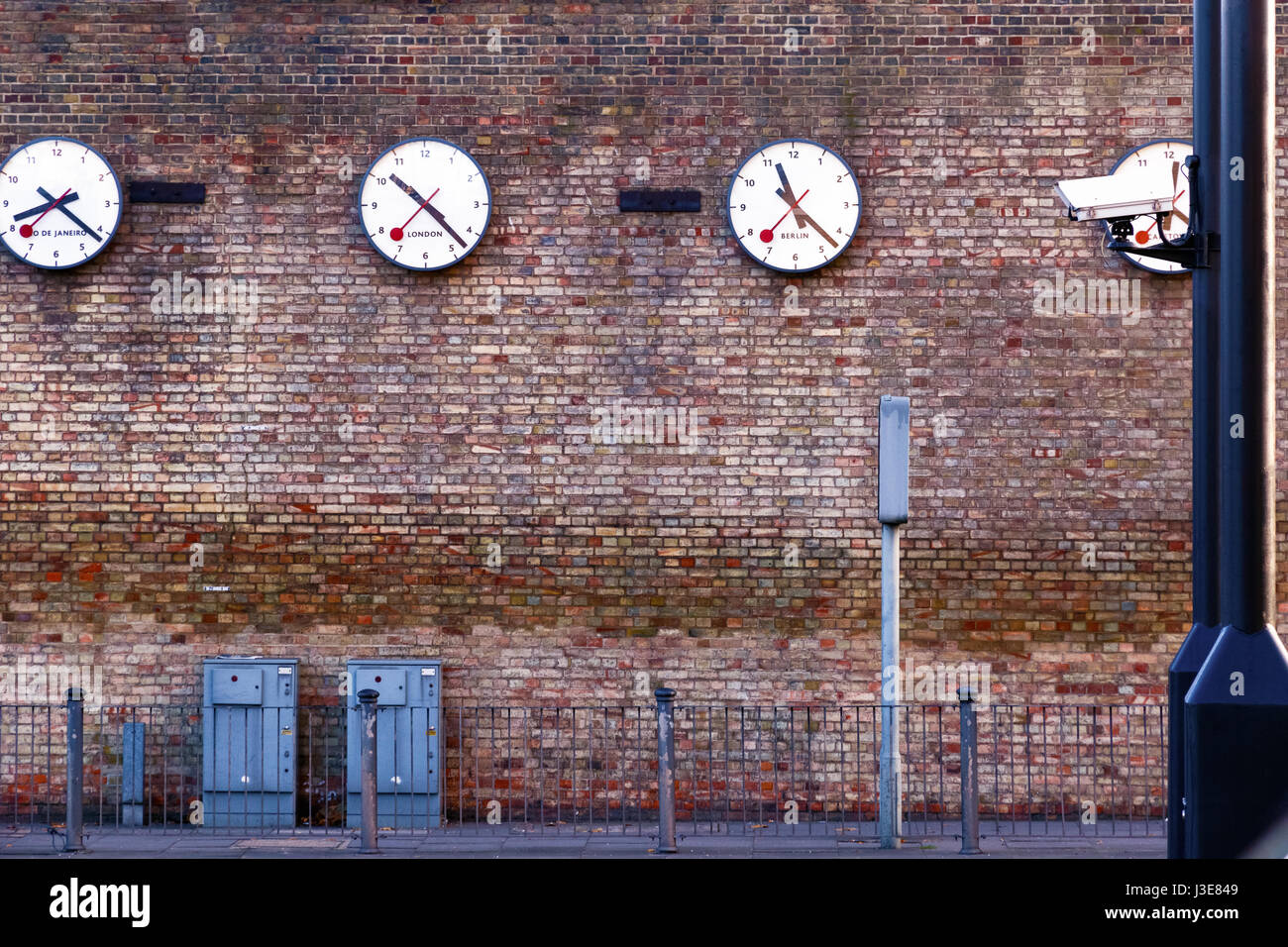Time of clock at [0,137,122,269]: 8:21
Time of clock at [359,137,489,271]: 10:22
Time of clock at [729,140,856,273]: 11:22
